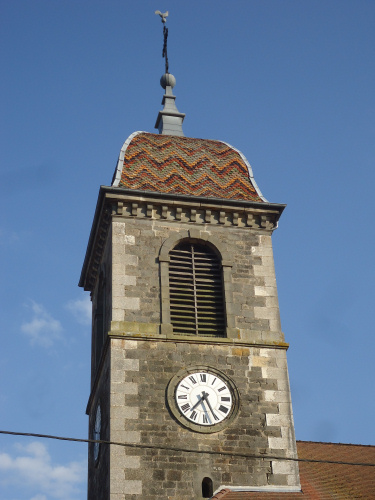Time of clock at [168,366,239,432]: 7:25
